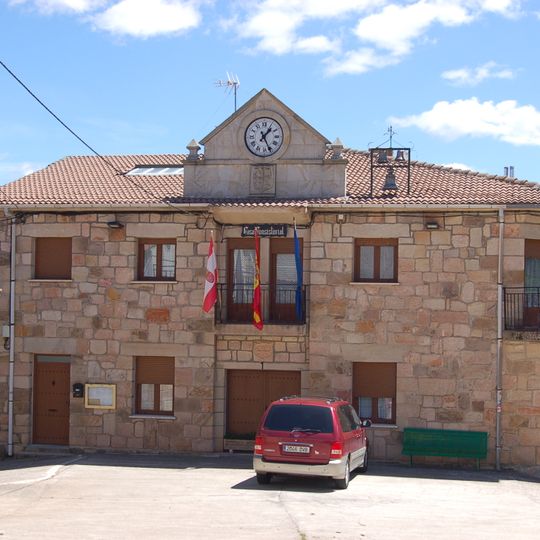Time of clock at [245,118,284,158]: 1:26
